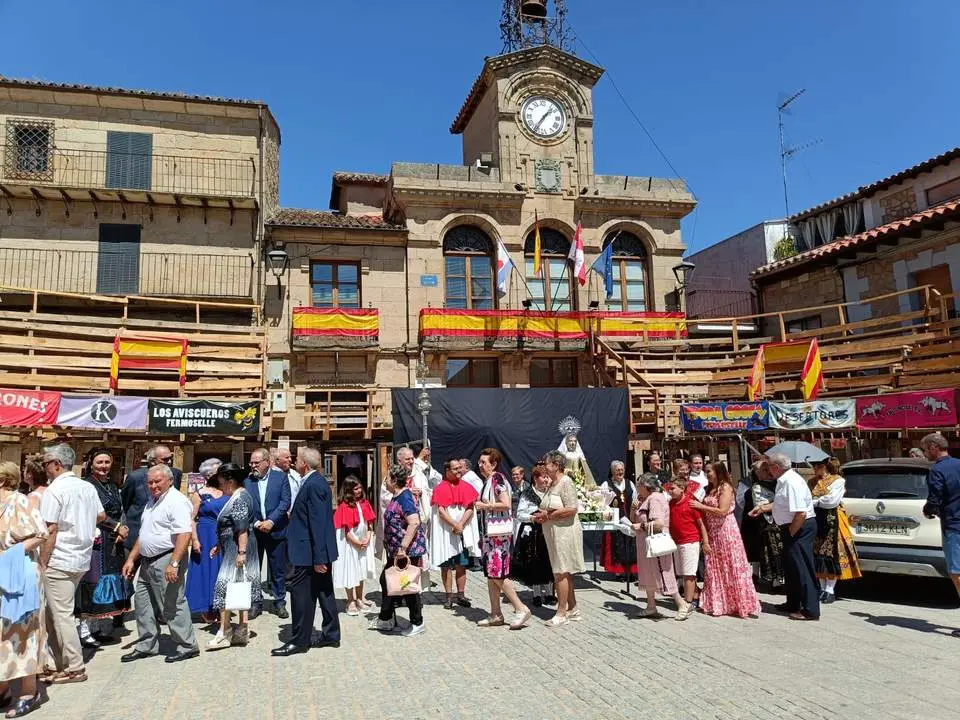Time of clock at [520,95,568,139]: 1:36
